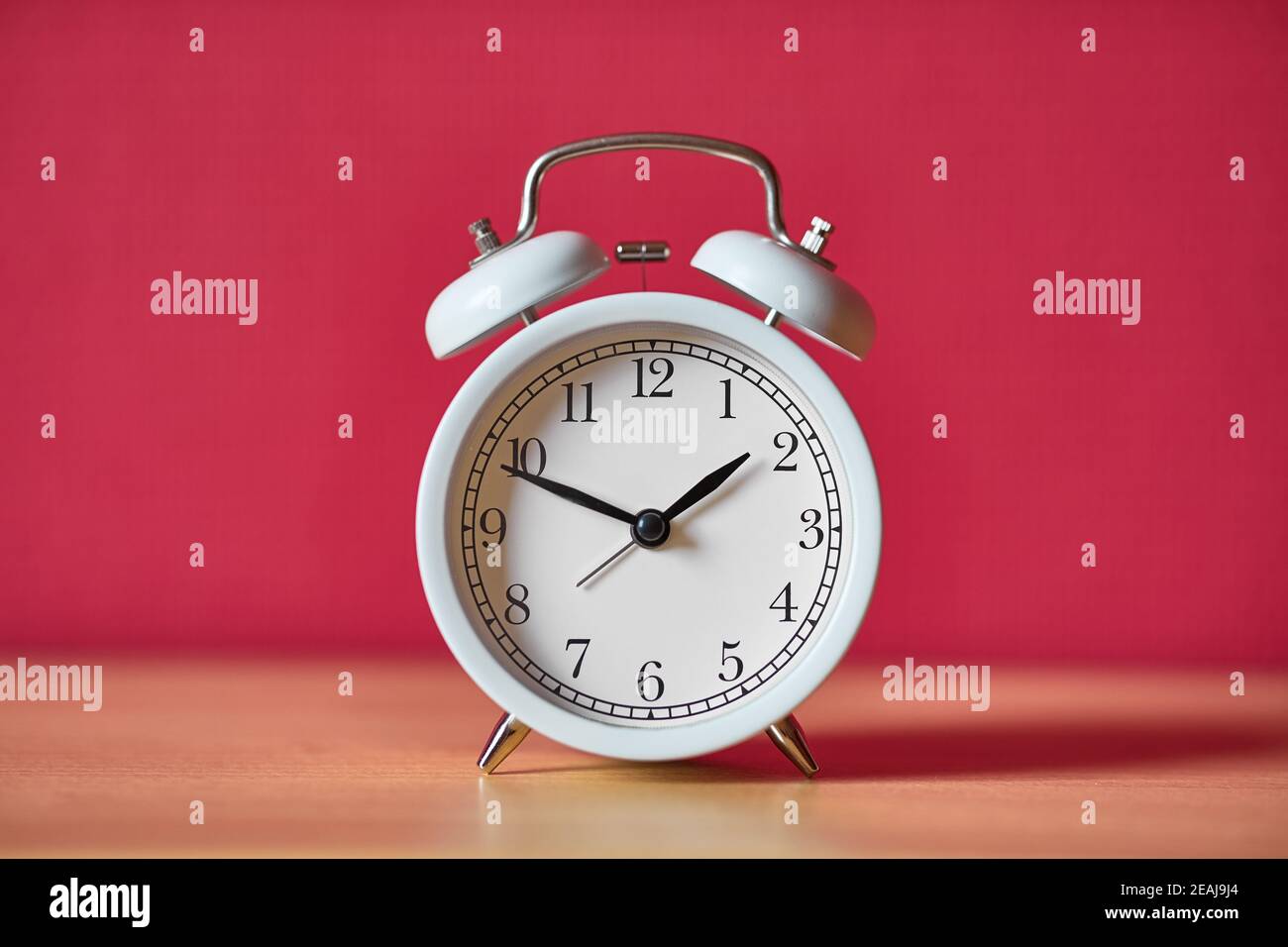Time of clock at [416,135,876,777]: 1:49
